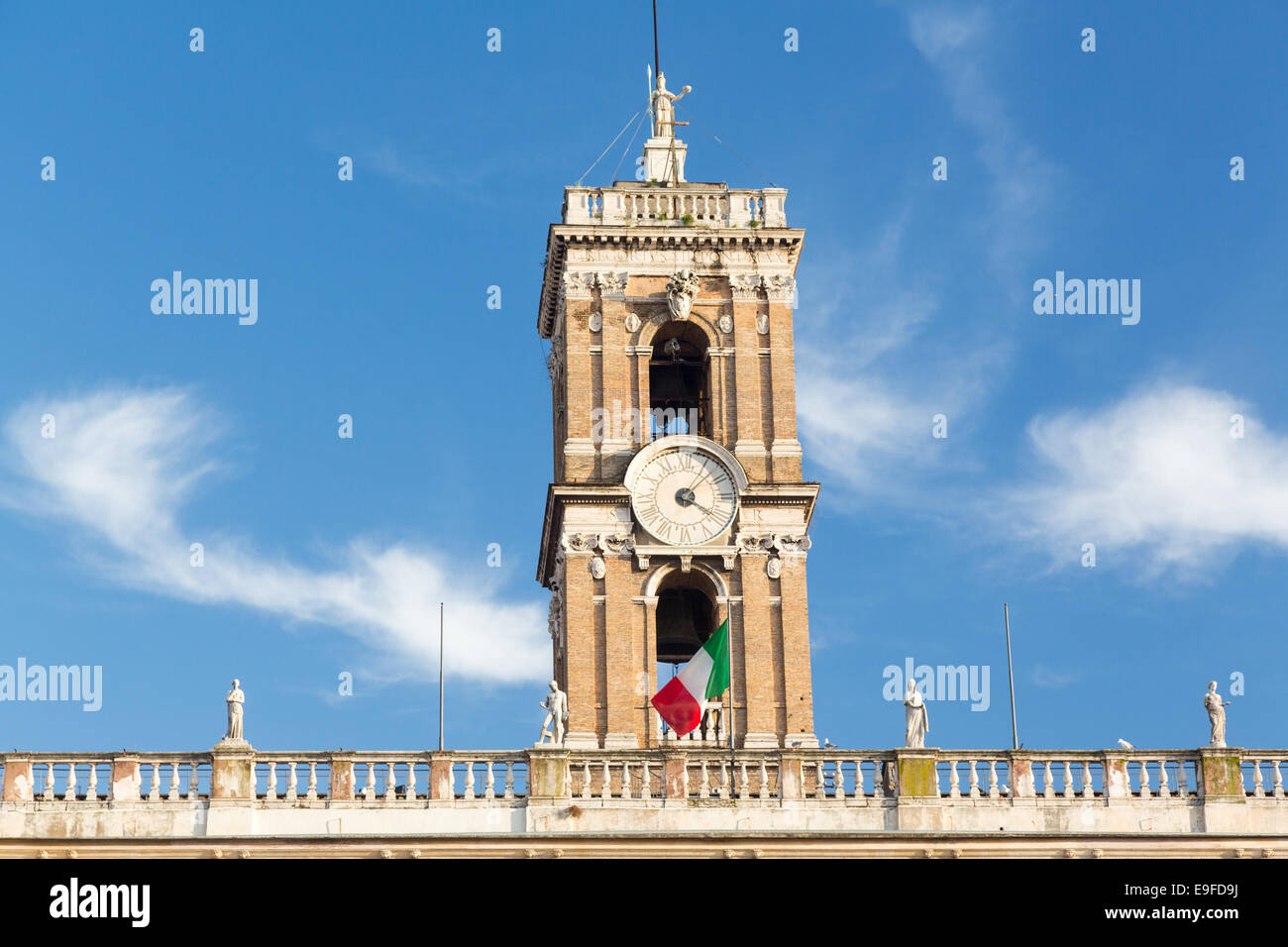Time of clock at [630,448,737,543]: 4:07
